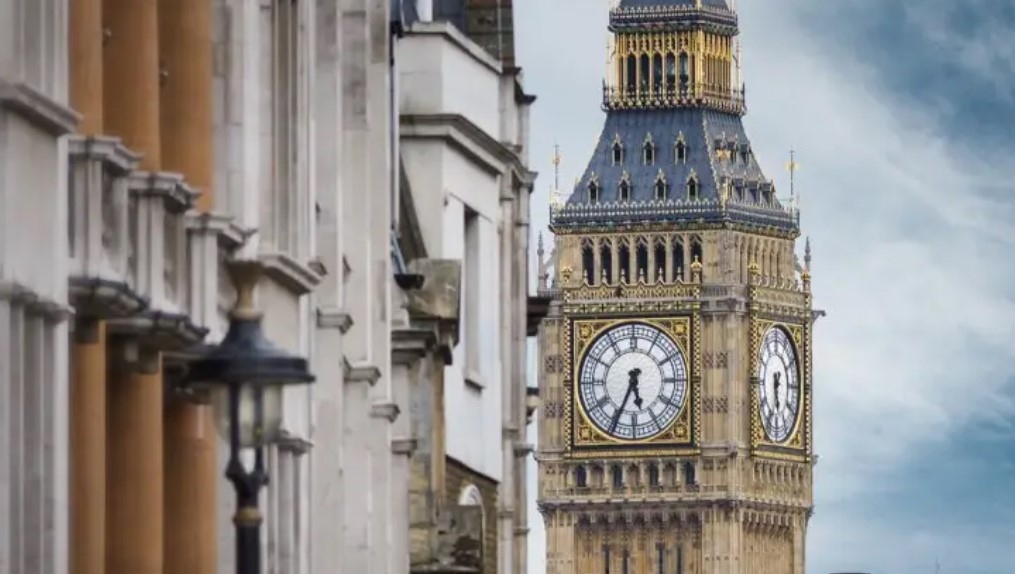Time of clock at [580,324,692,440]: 5:34
